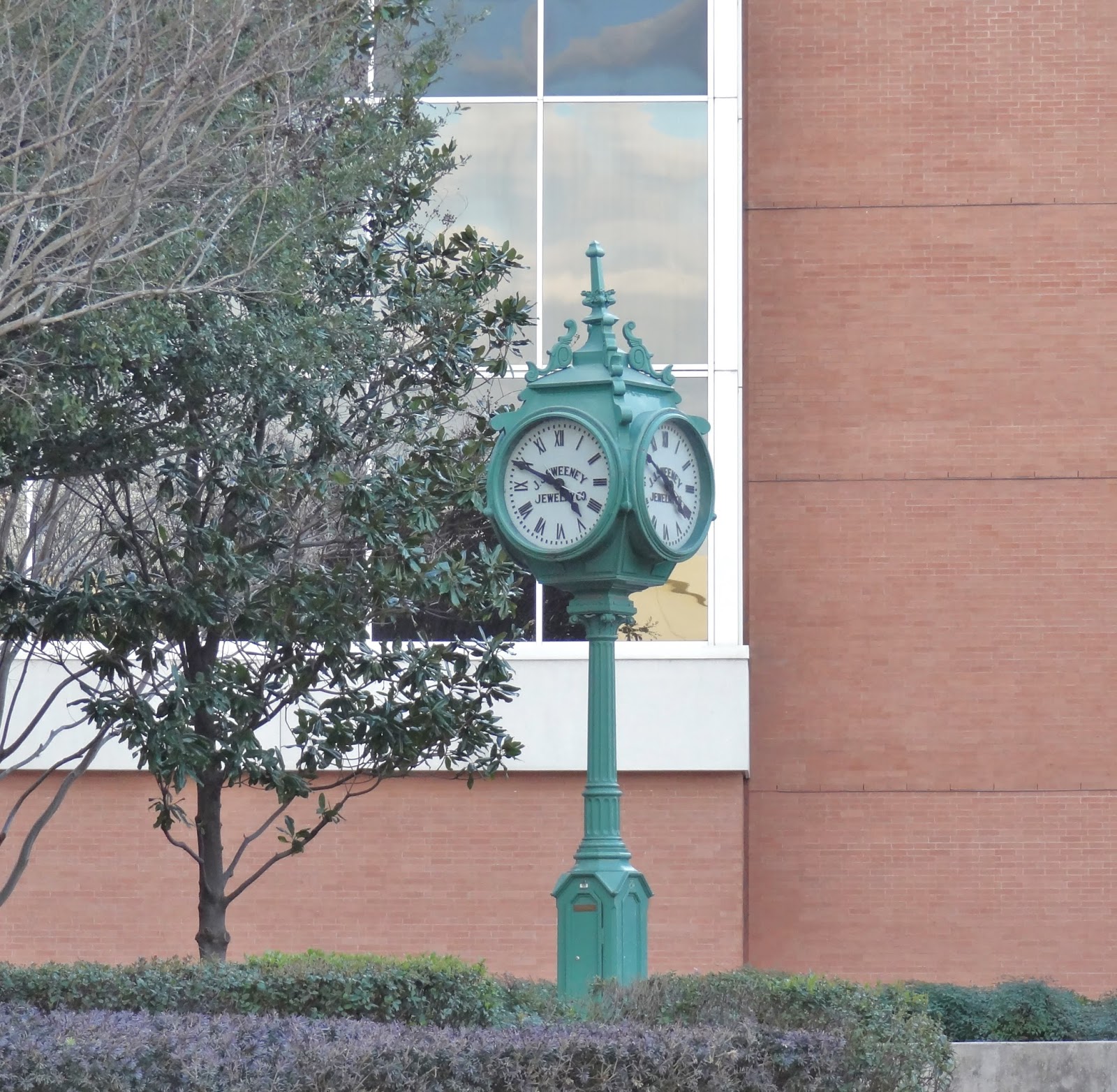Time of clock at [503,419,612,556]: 4:49
